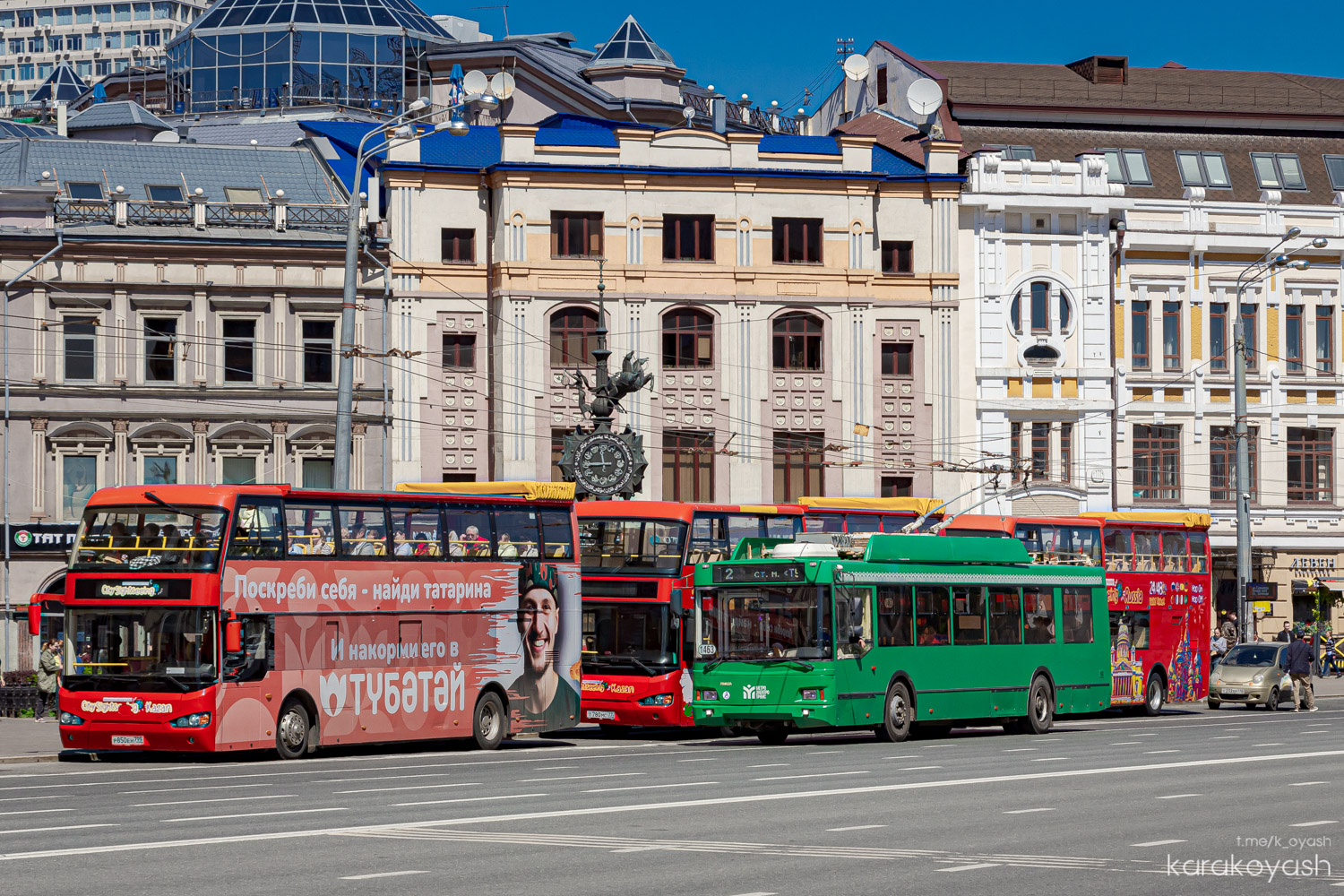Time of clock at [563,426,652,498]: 11:44
